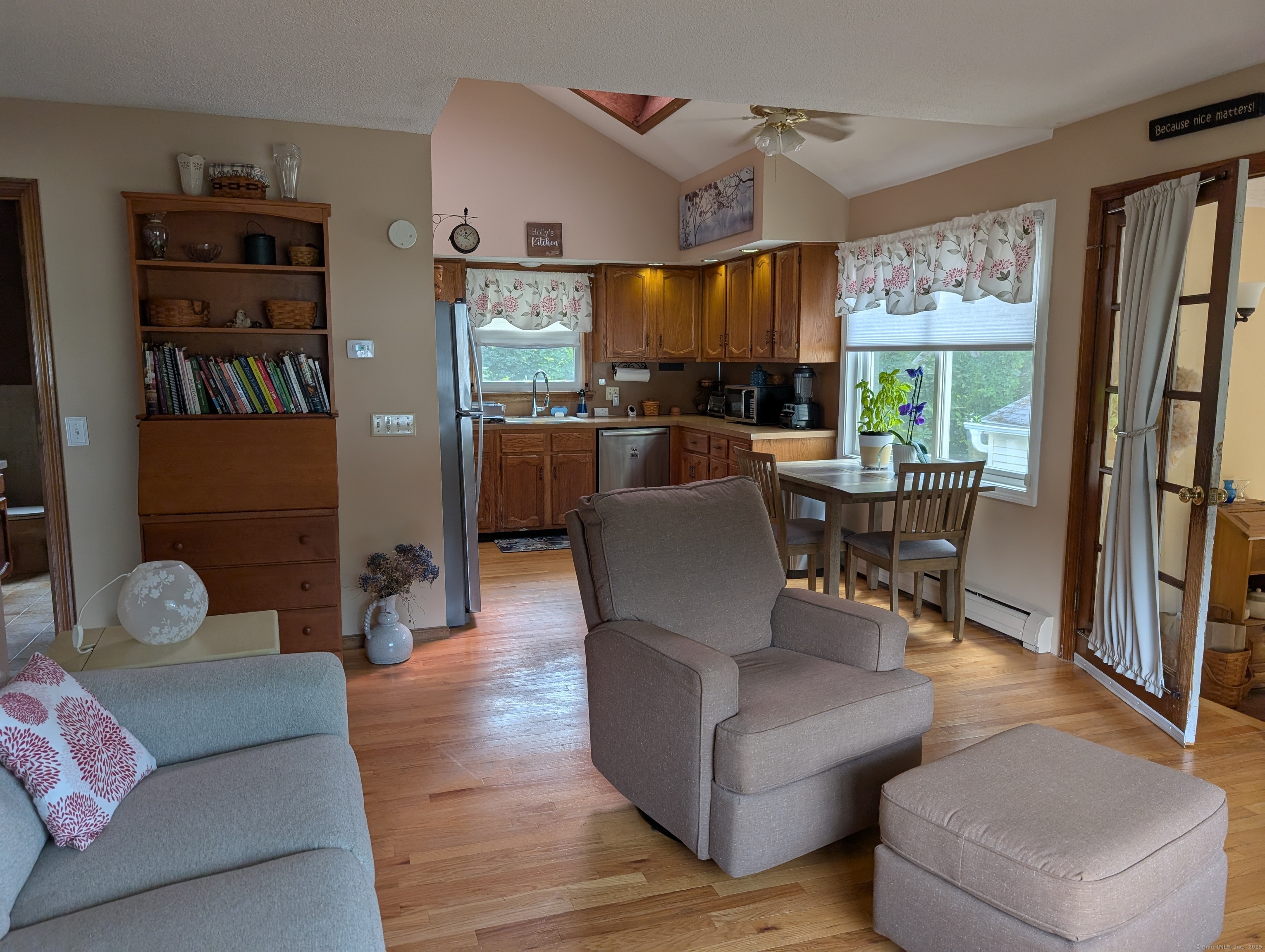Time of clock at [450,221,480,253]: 12:07
